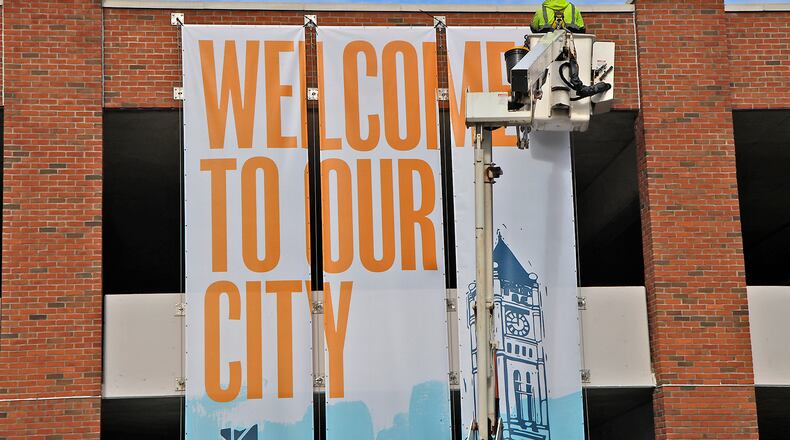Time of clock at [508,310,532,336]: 11:44
